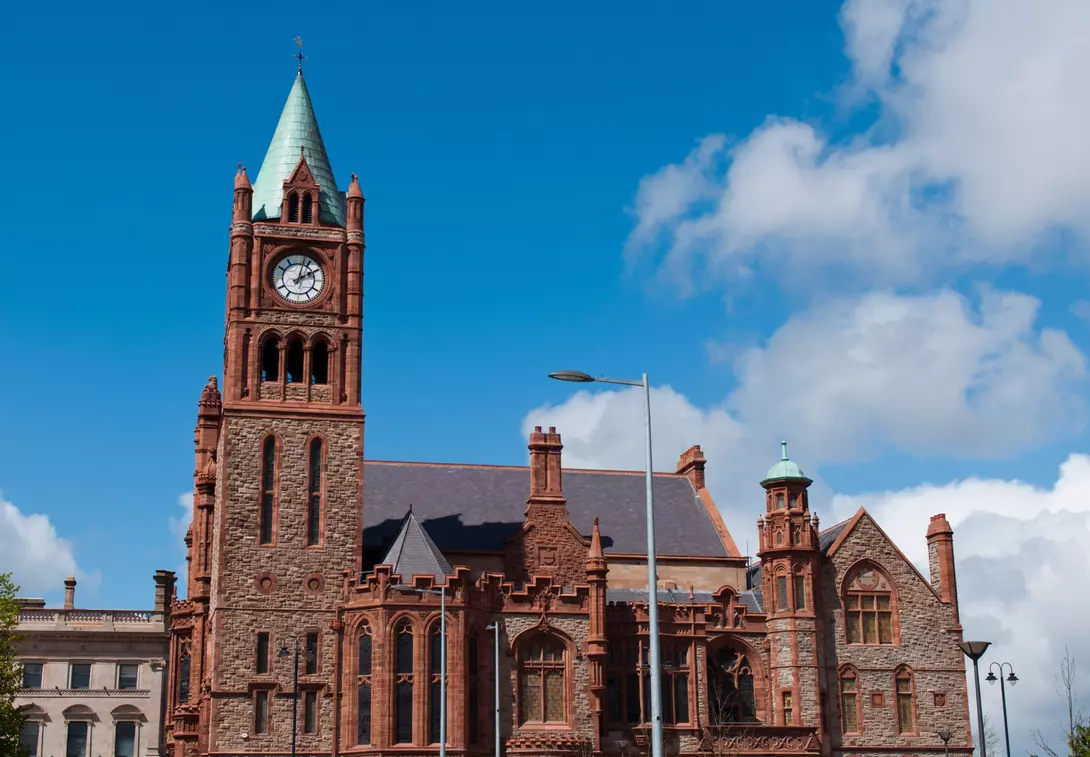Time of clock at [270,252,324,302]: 2:02
